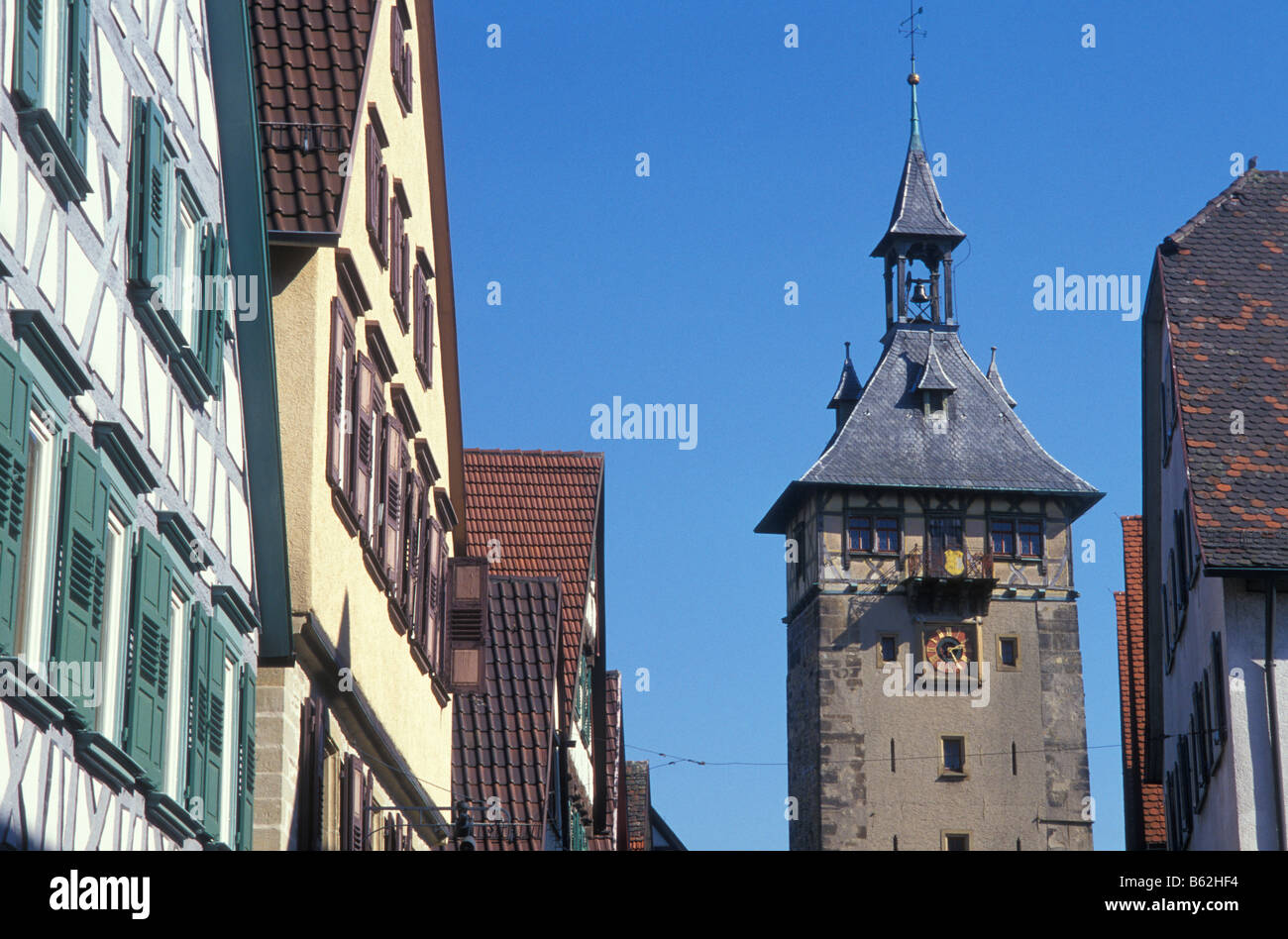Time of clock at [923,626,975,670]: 2:24
